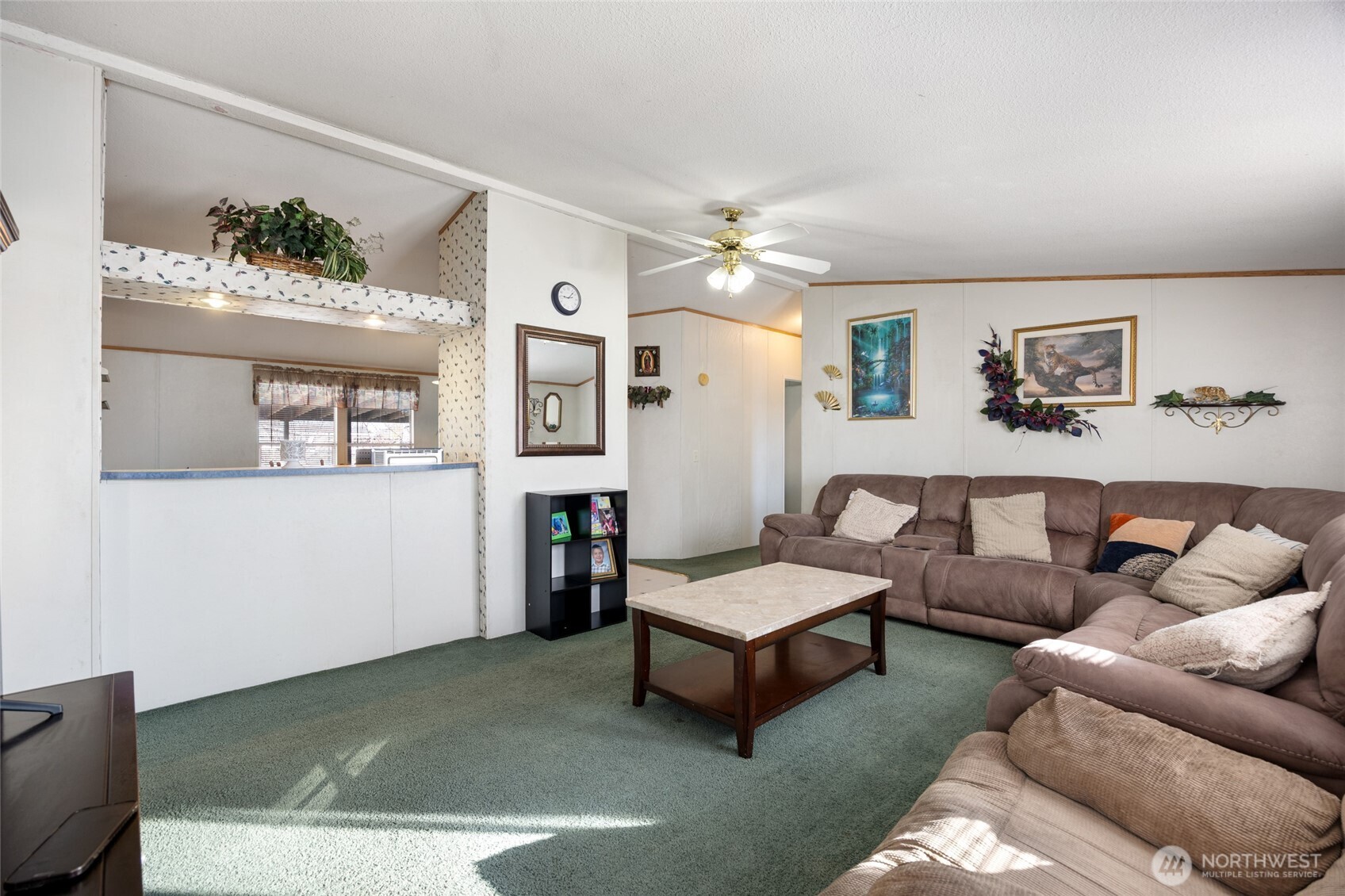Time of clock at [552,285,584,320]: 9:07
